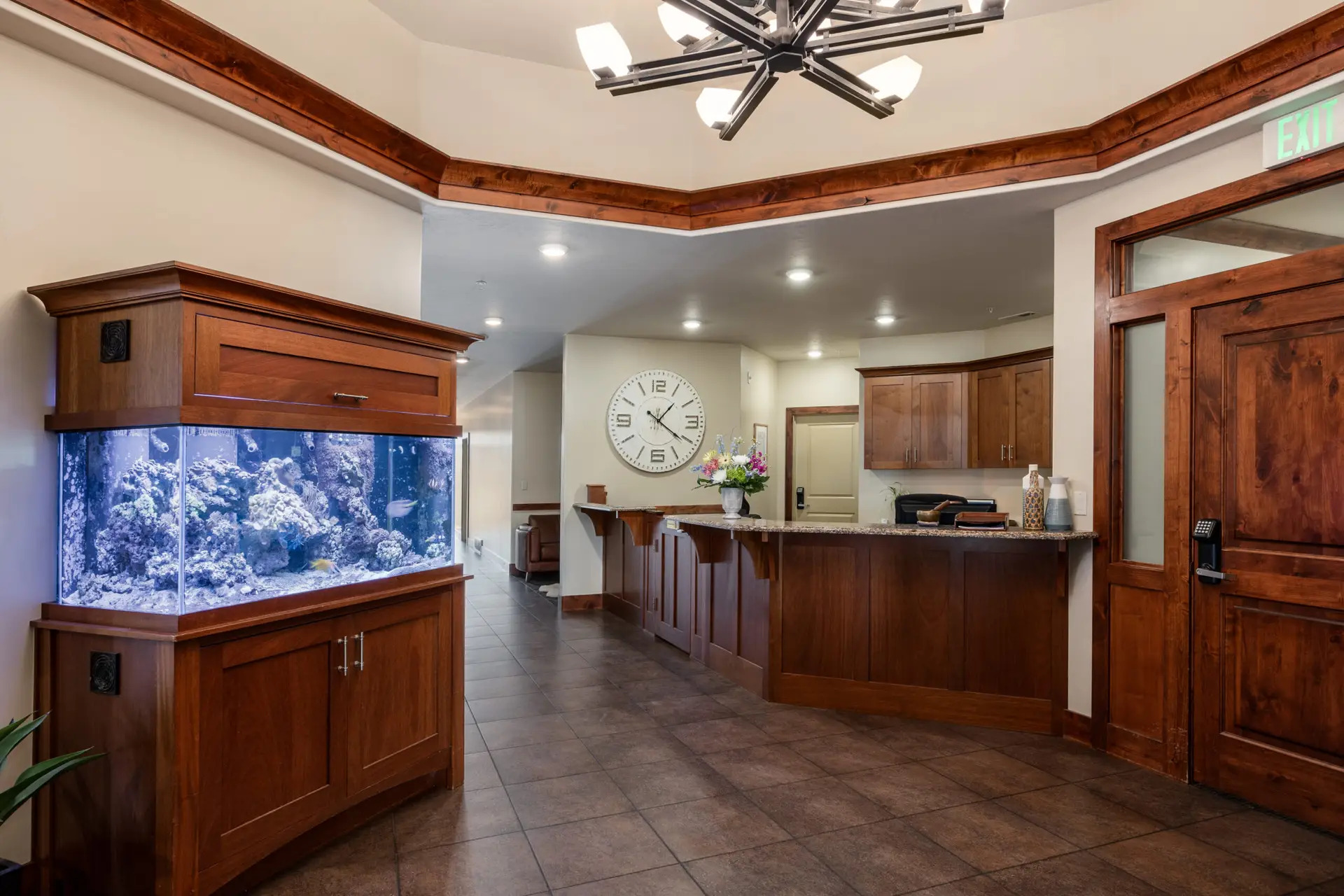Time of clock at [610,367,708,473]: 1:20
